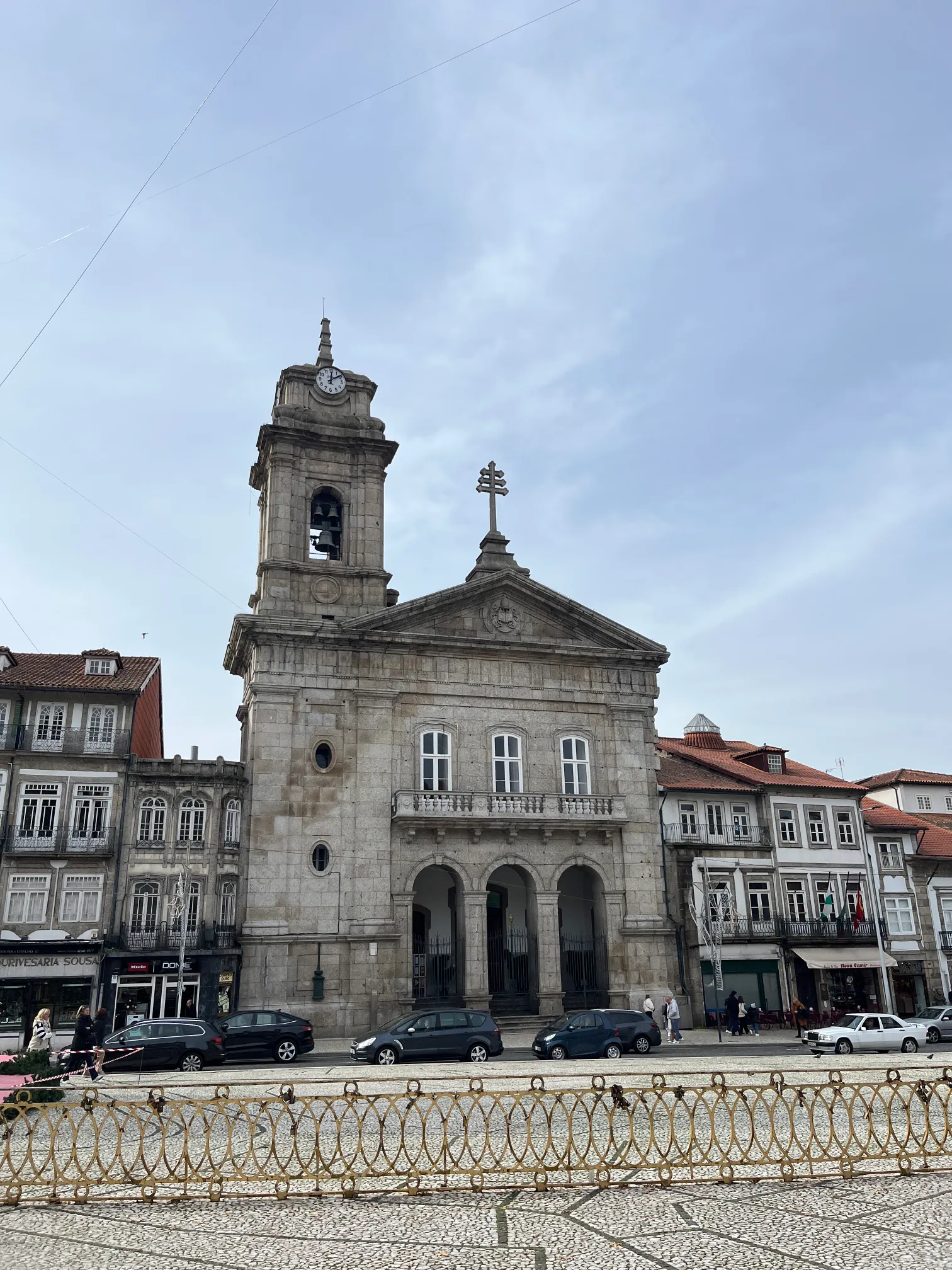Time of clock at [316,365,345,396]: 12:09
